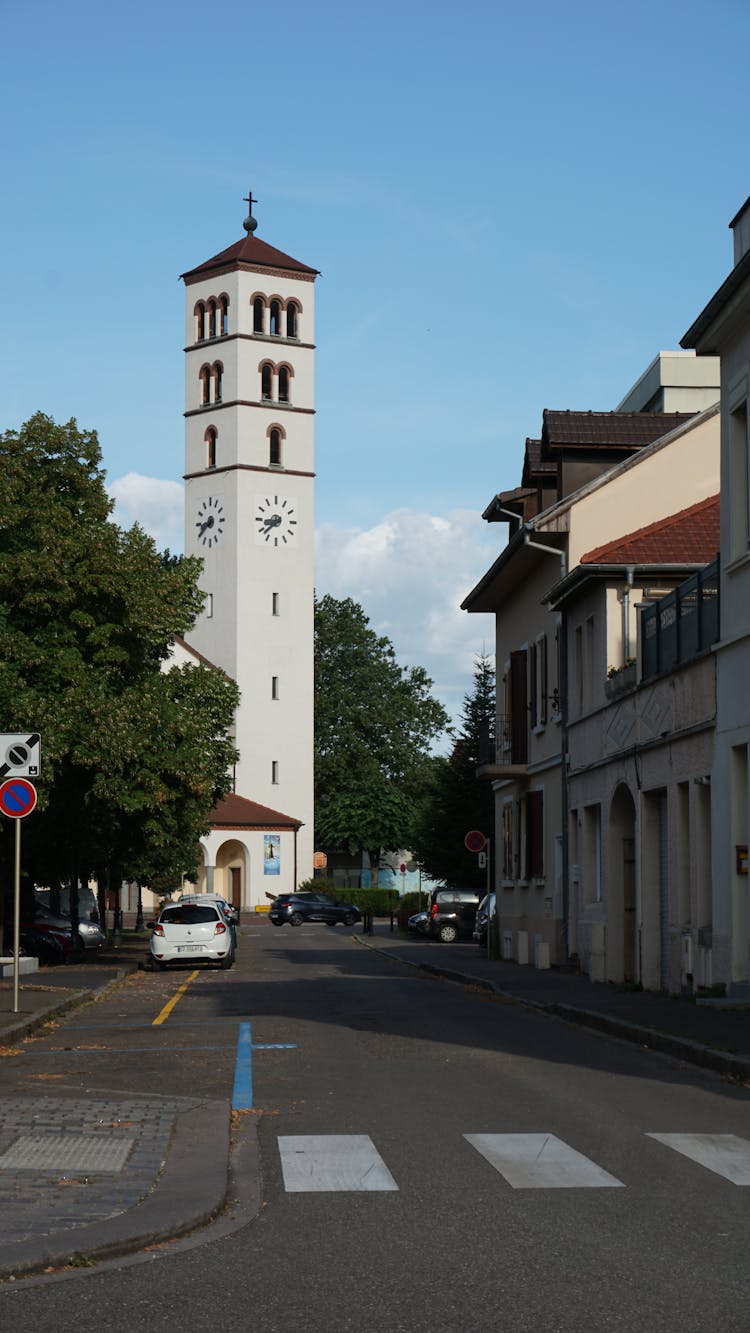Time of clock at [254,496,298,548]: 8:38
